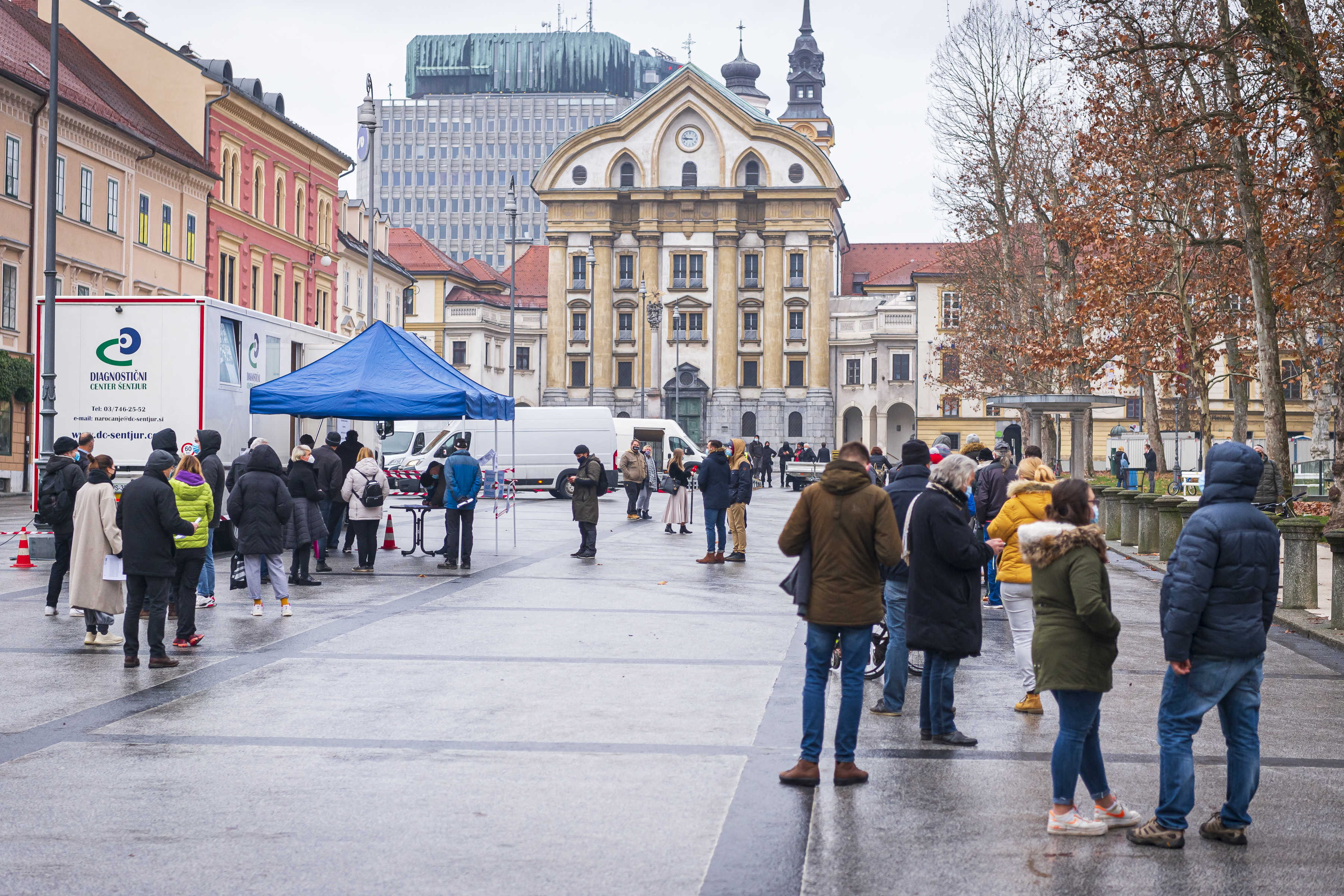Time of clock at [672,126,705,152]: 8:45
